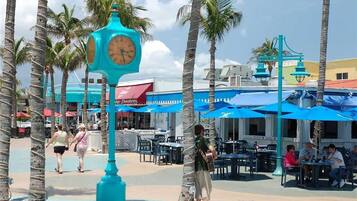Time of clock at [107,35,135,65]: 3:27
